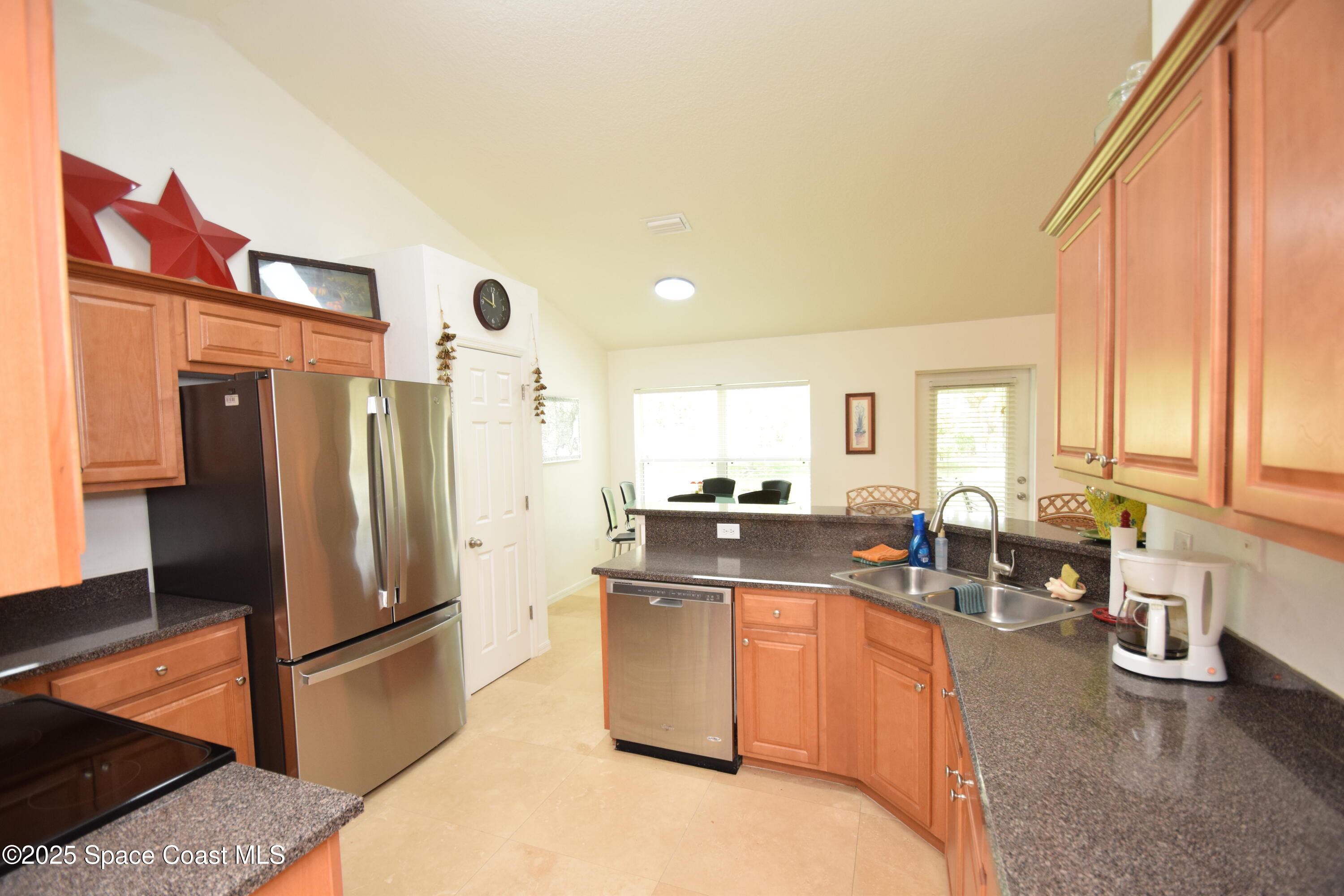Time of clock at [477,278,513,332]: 11:47
